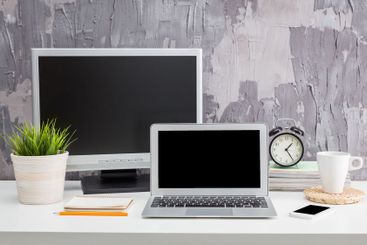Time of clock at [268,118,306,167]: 1:24
